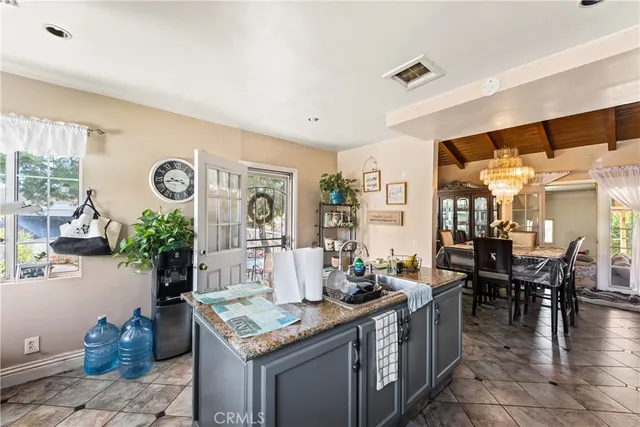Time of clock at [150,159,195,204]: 3:43
